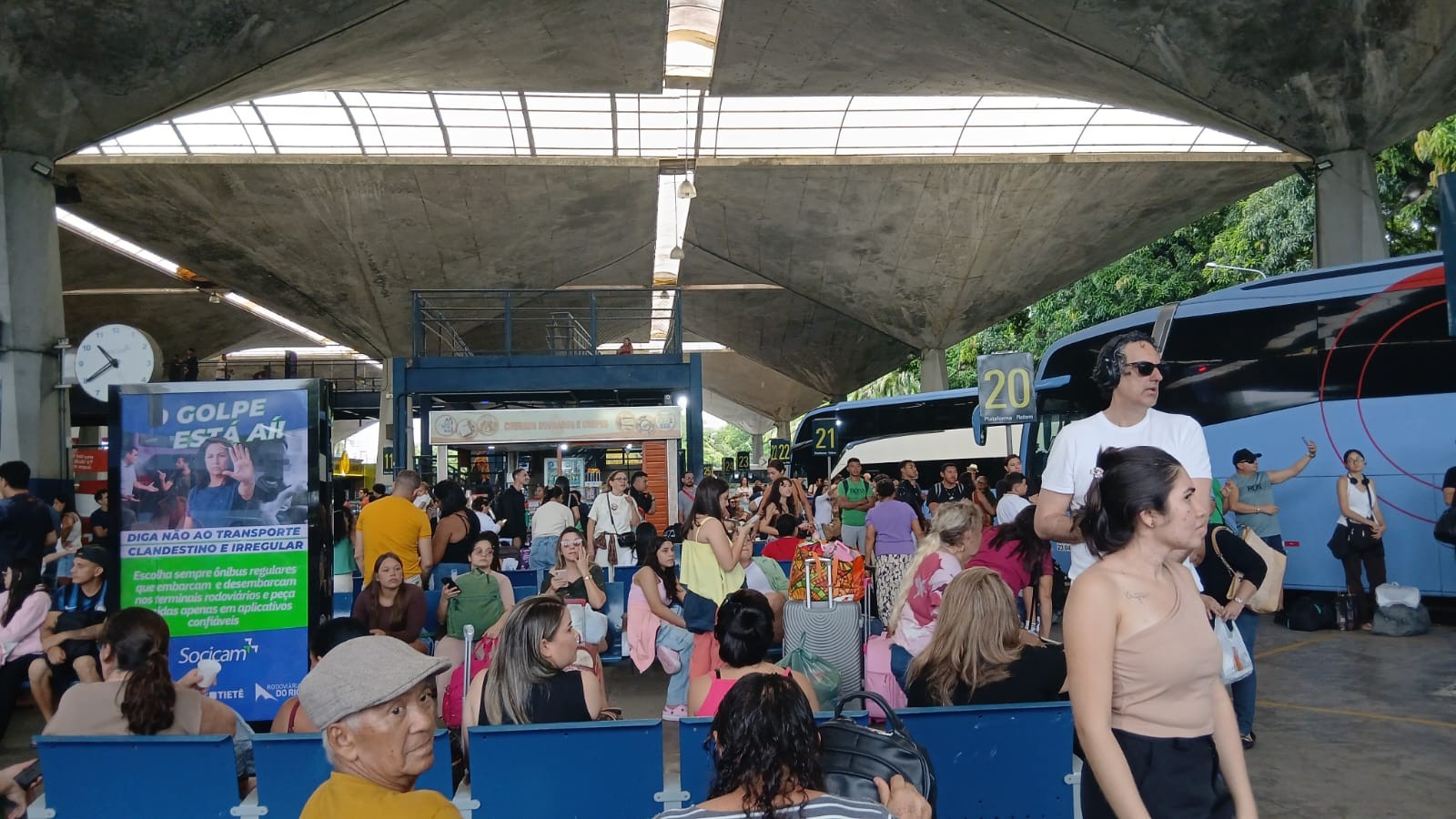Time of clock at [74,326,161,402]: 10:39
